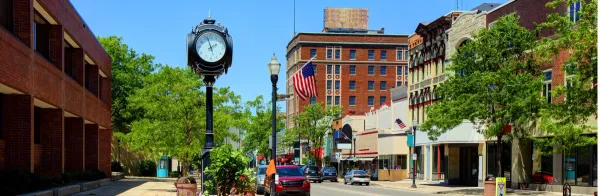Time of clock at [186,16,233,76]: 1:57
